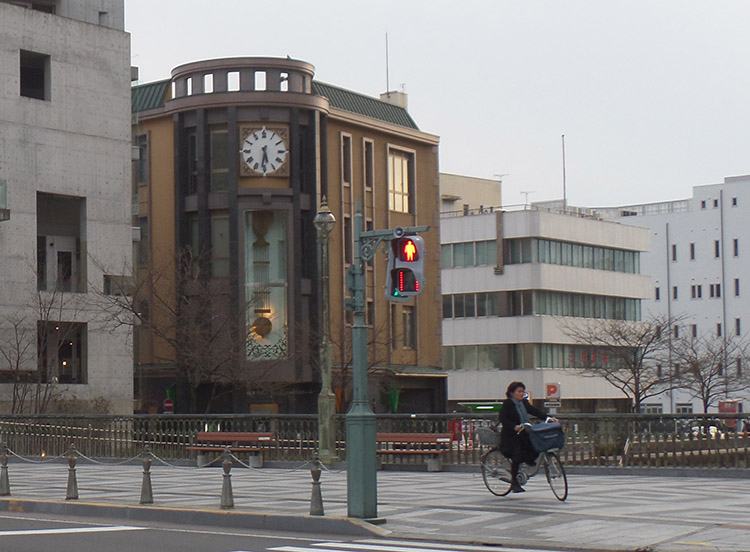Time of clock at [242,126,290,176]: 5:31
